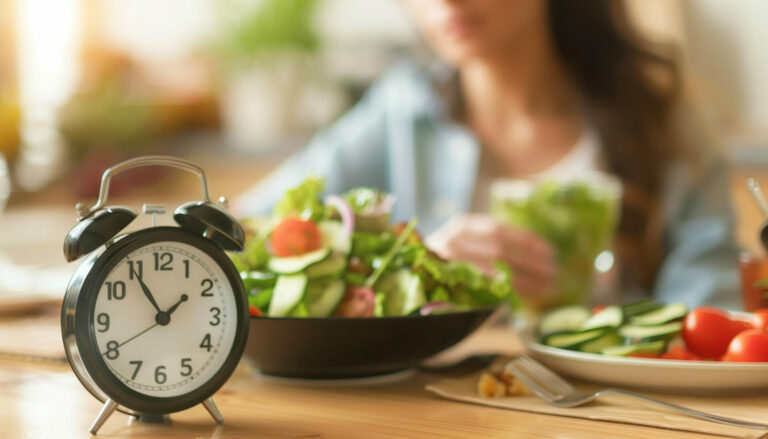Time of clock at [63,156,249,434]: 1:54
